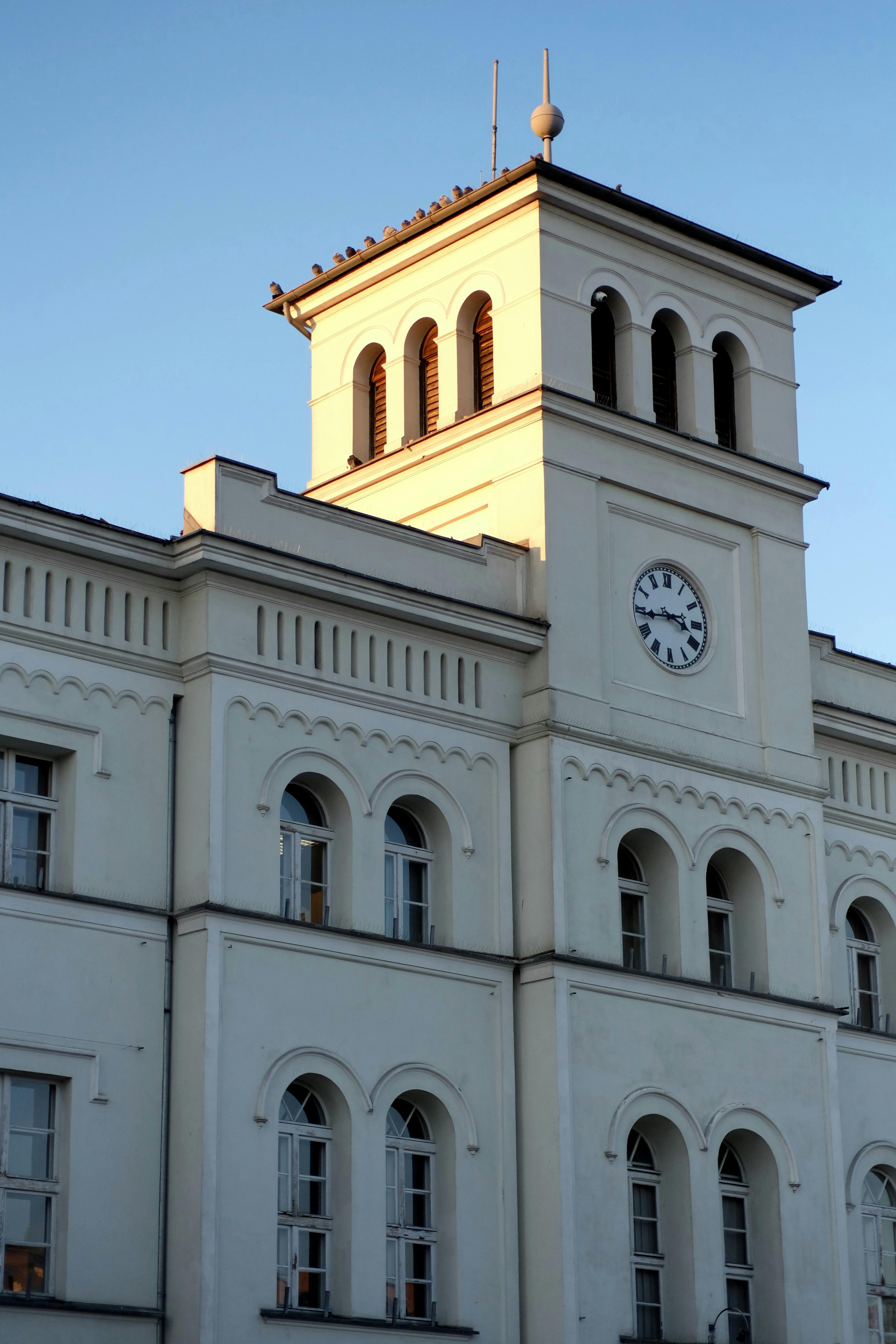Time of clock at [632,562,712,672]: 3:43
